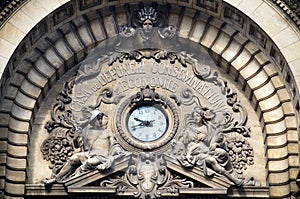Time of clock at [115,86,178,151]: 9:42
